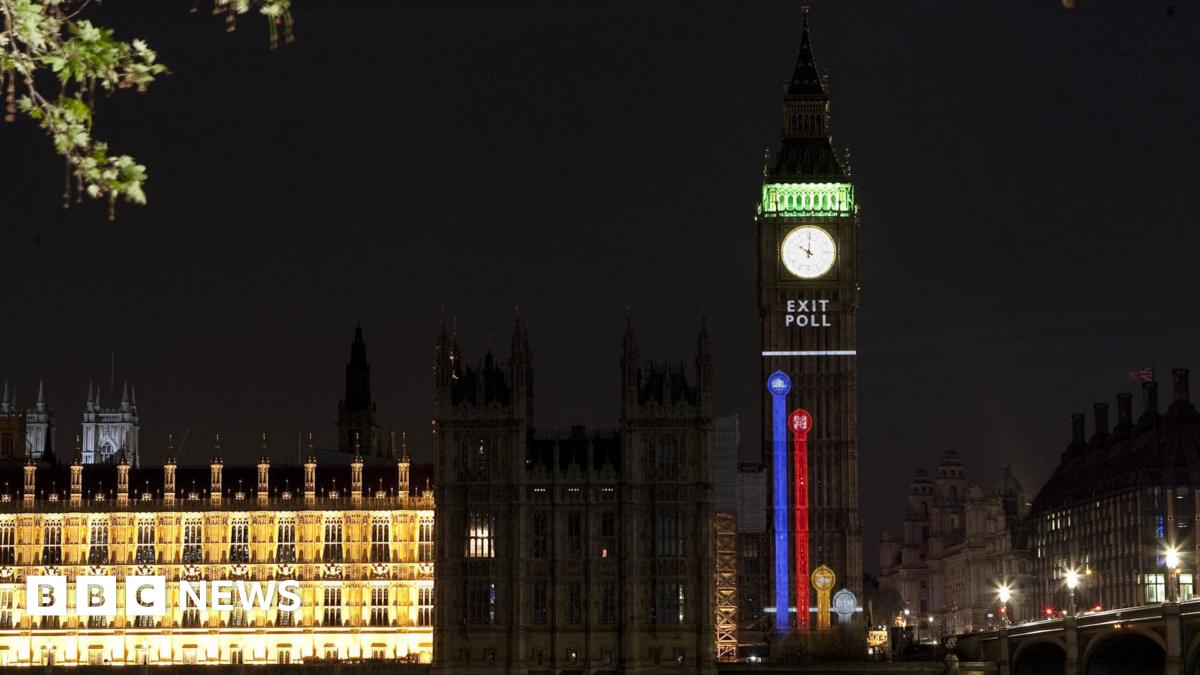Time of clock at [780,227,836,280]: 10:00
